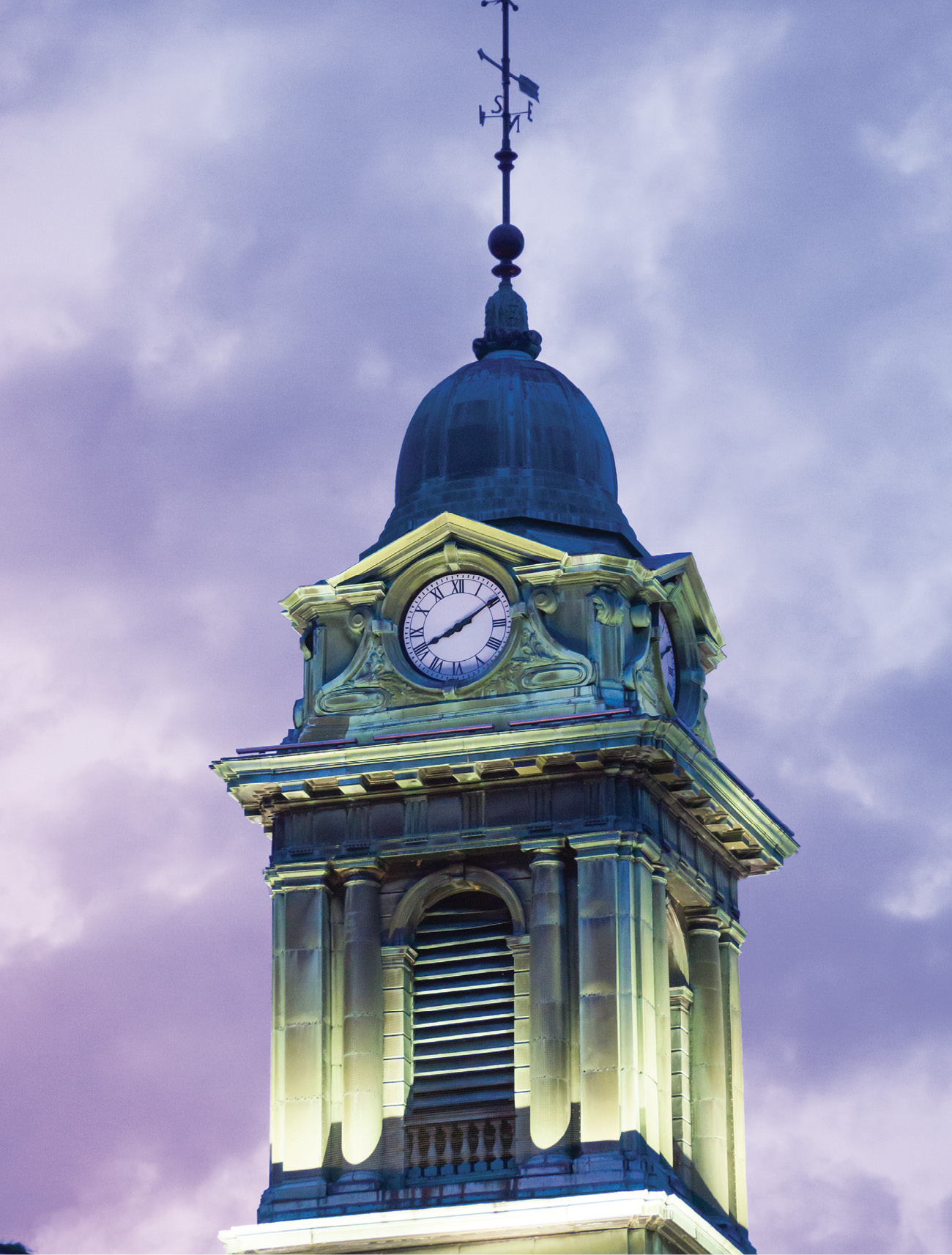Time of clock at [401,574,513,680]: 8:09
